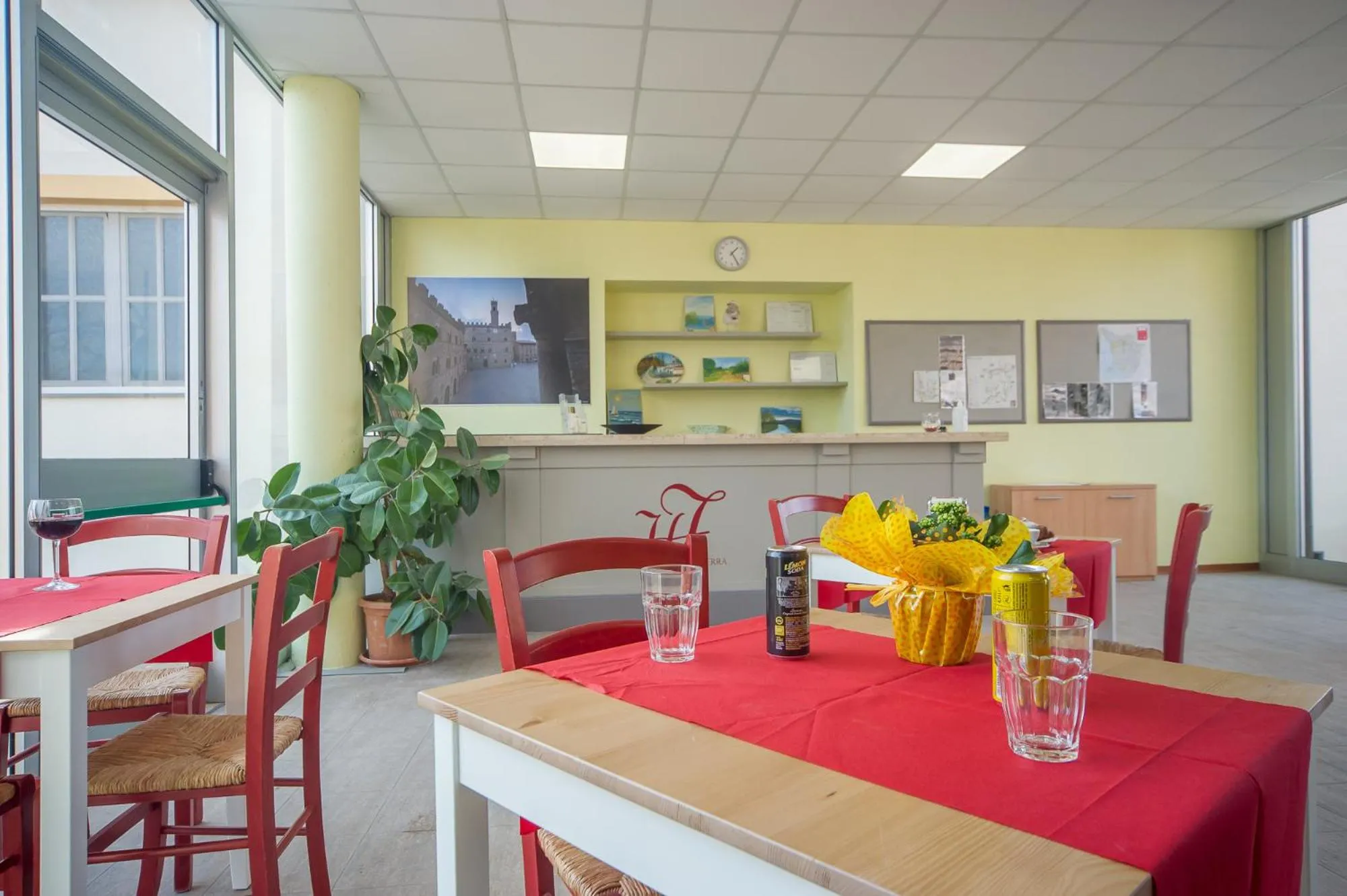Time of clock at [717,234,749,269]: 1:24
